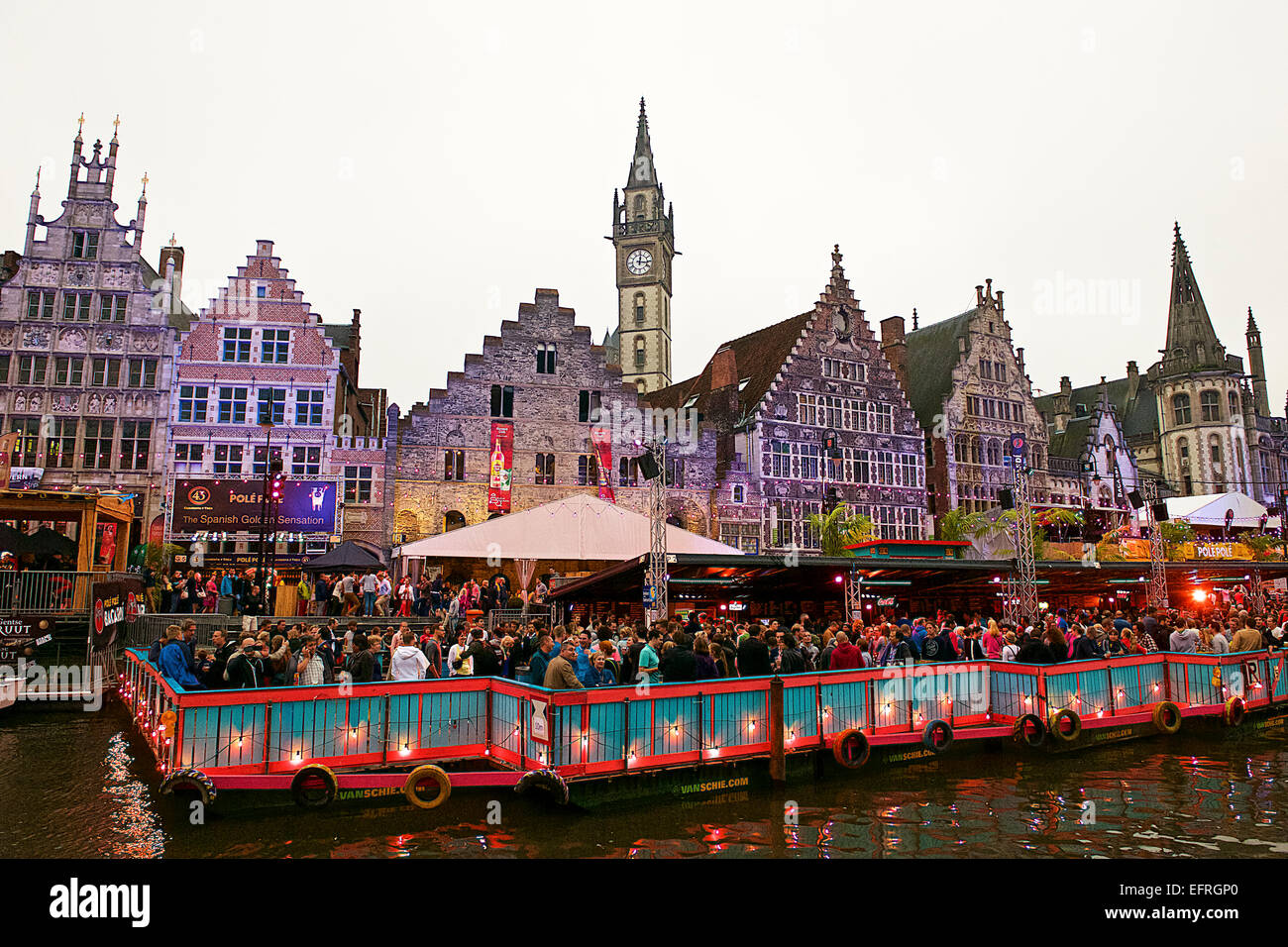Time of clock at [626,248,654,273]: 12:16
